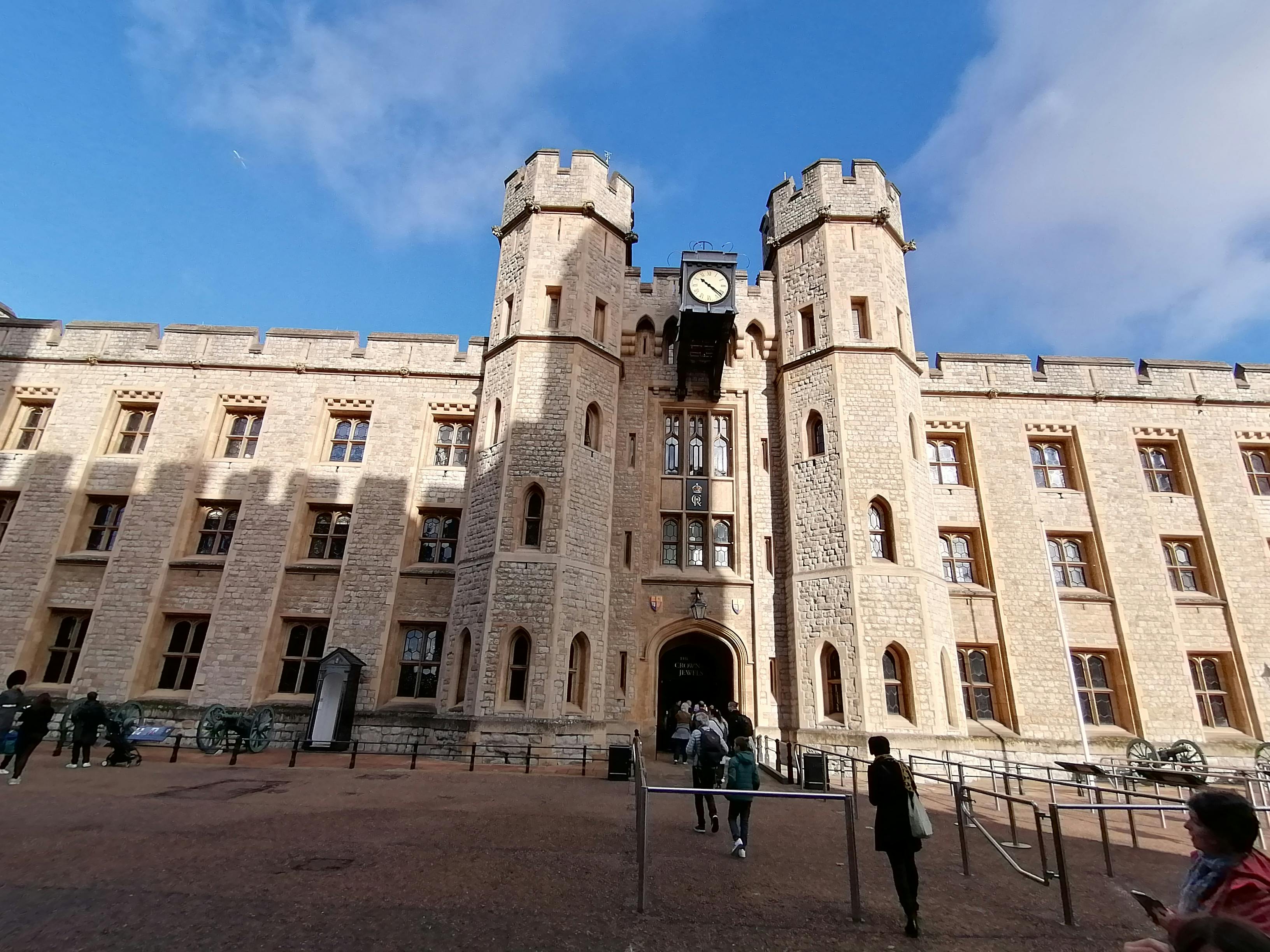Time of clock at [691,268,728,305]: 10:21
